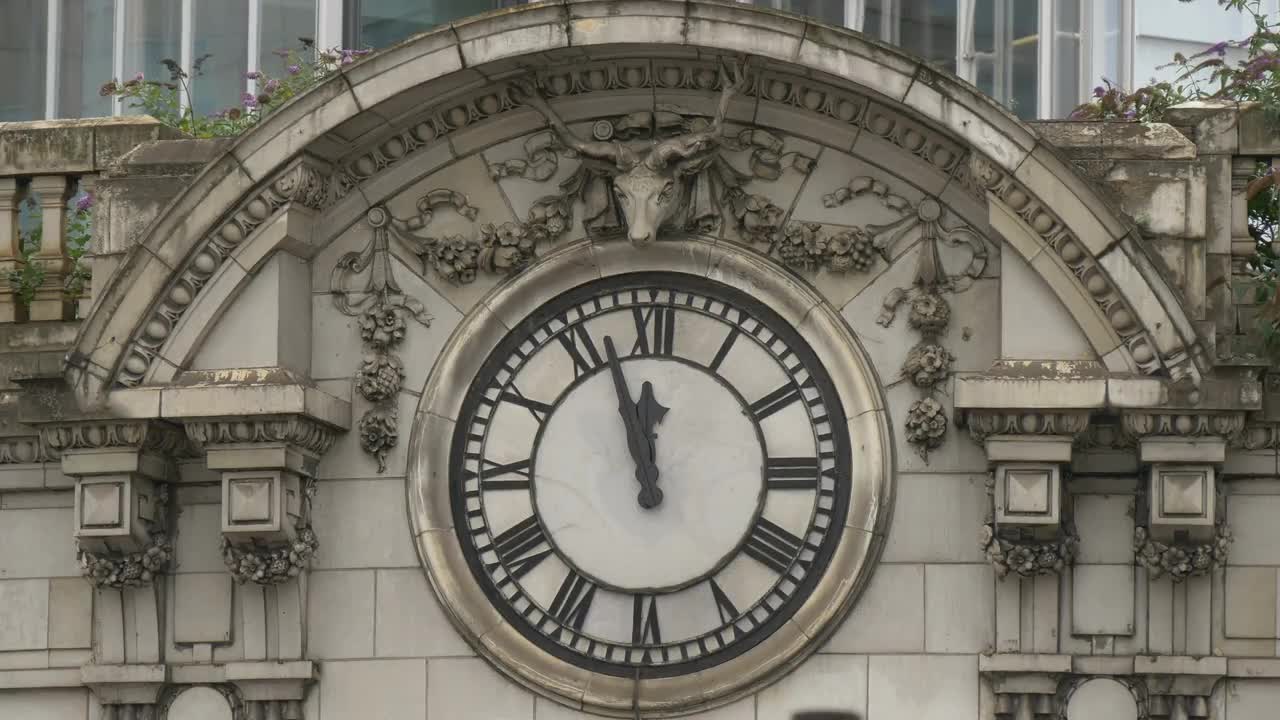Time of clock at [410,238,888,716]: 11:56
